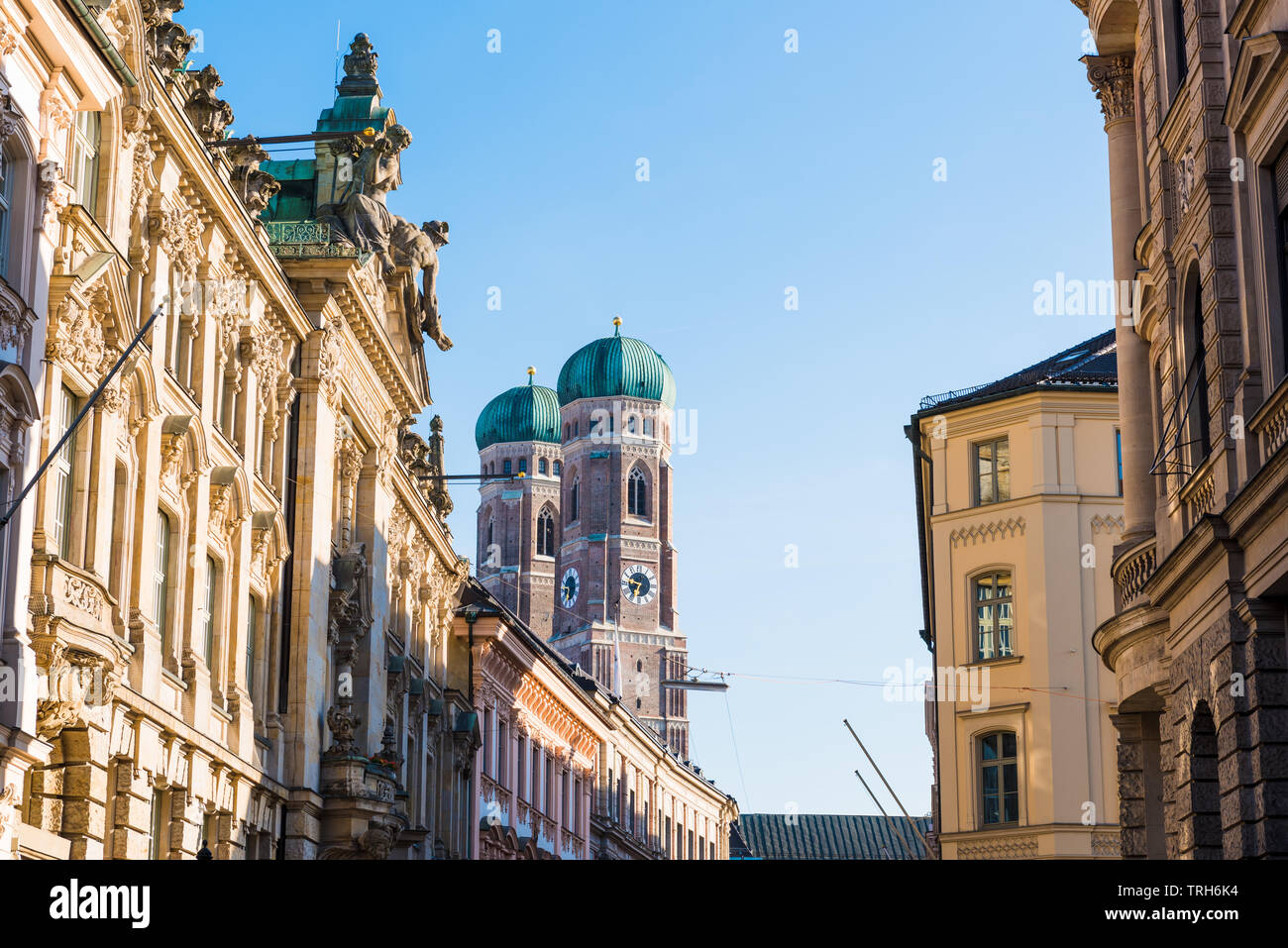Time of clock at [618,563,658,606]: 6:47
